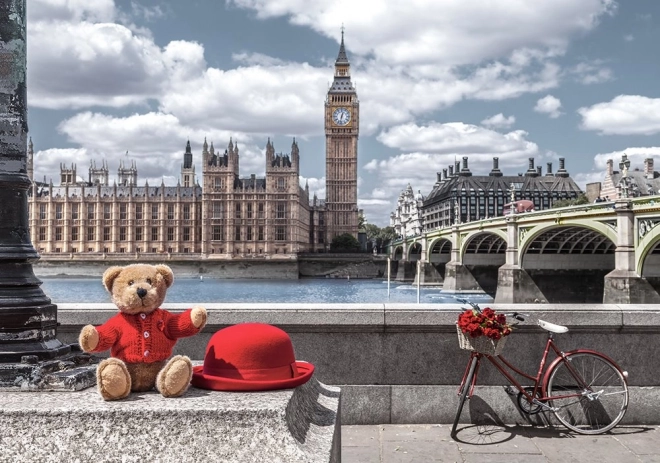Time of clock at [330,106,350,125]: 12:32
